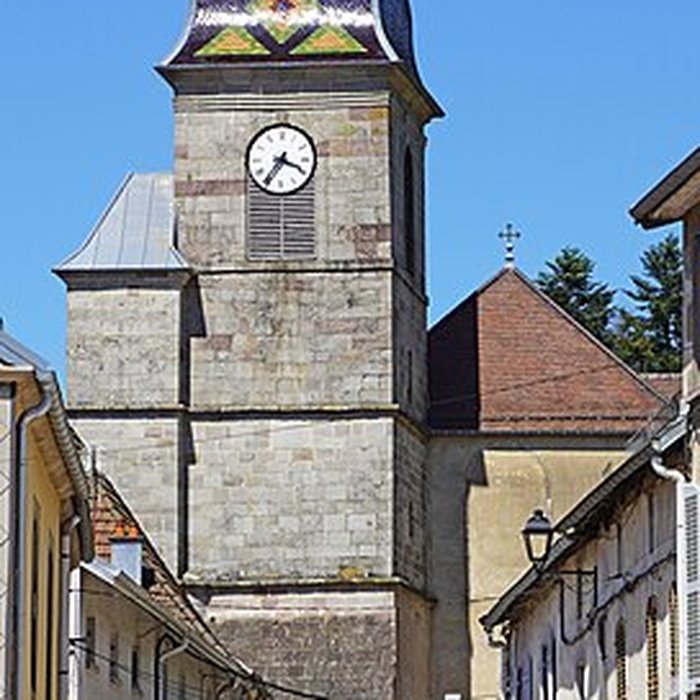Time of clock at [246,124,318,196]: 3:36
